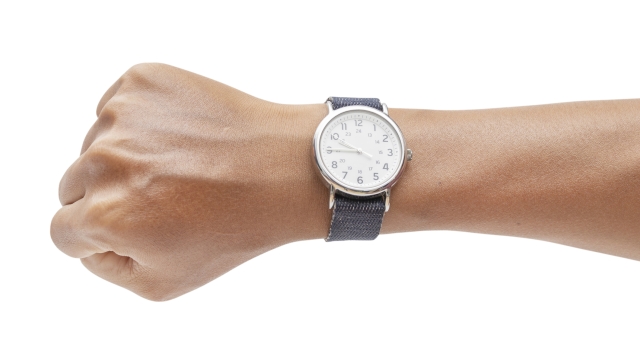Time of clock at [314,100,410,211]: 9:44
